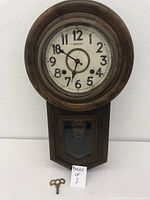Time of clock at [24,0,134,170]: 6:50
